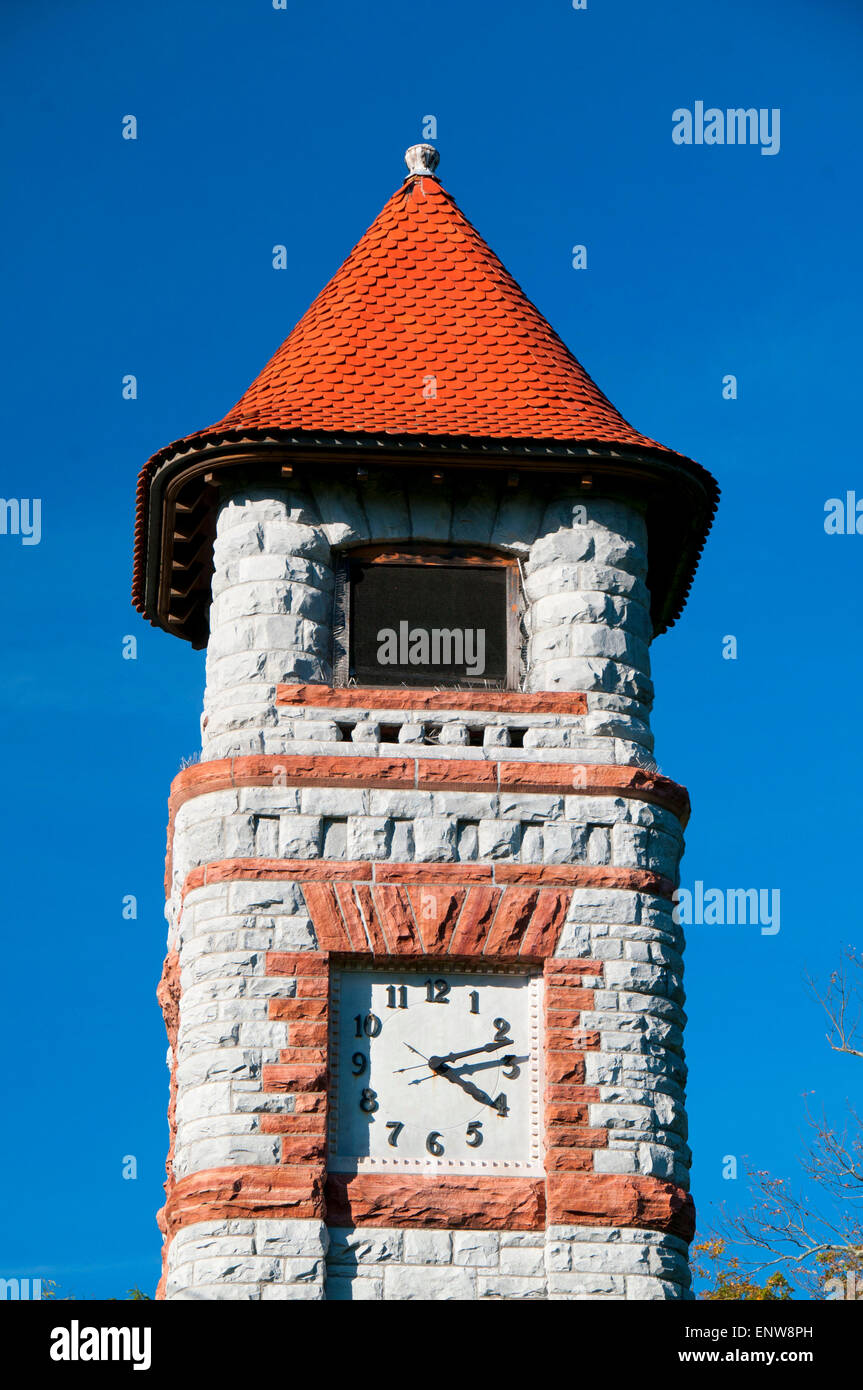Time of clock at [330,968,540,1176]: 4:12
